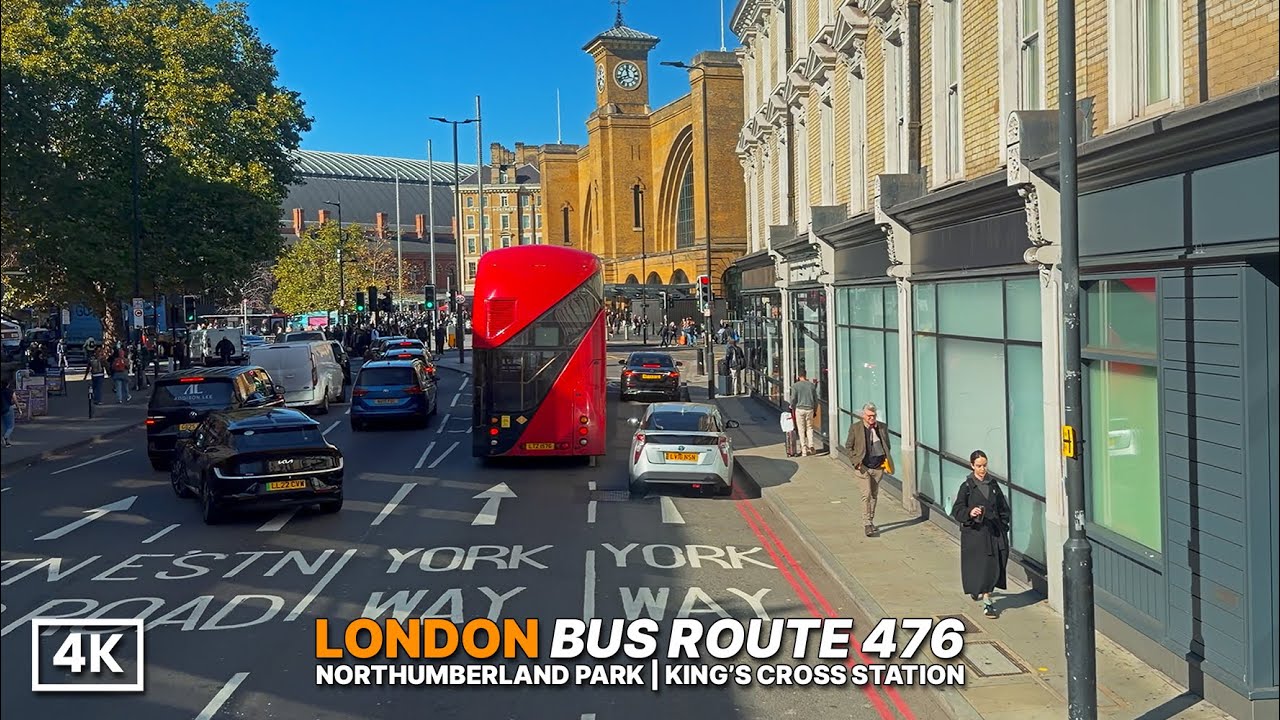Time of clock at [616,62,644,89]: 11:41
